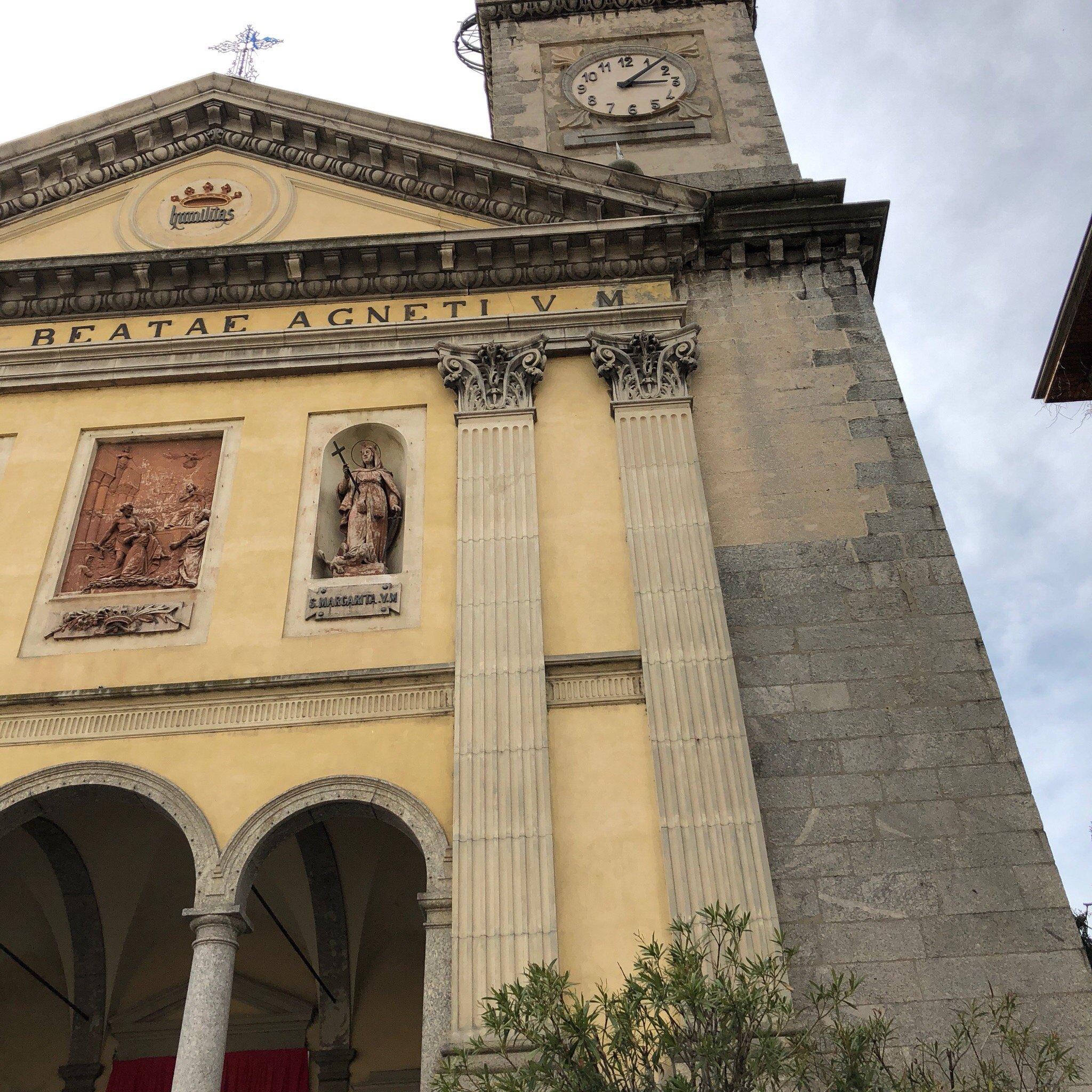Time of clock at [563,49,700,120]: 3:07
